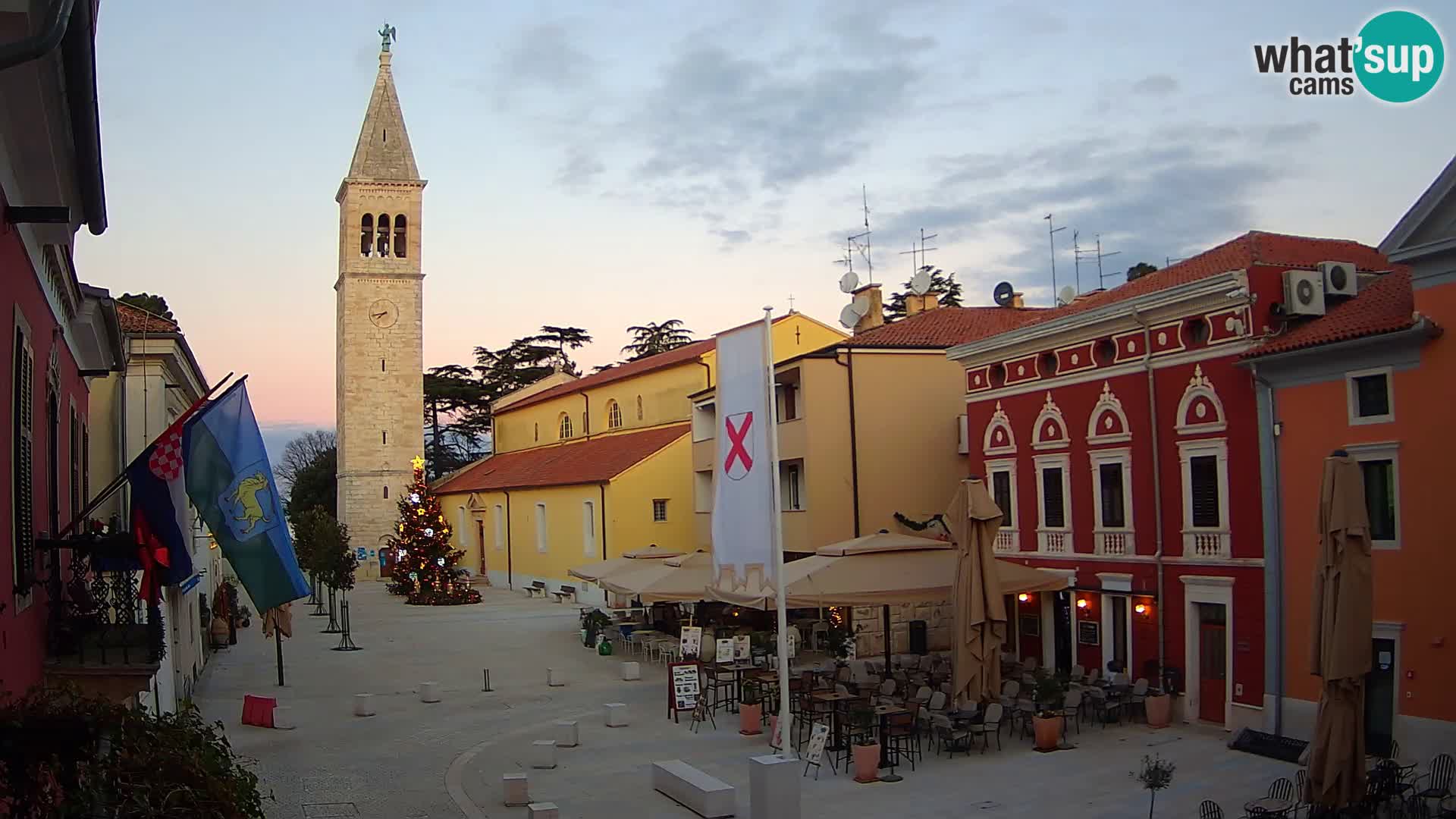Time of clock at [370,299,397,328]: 7:42
